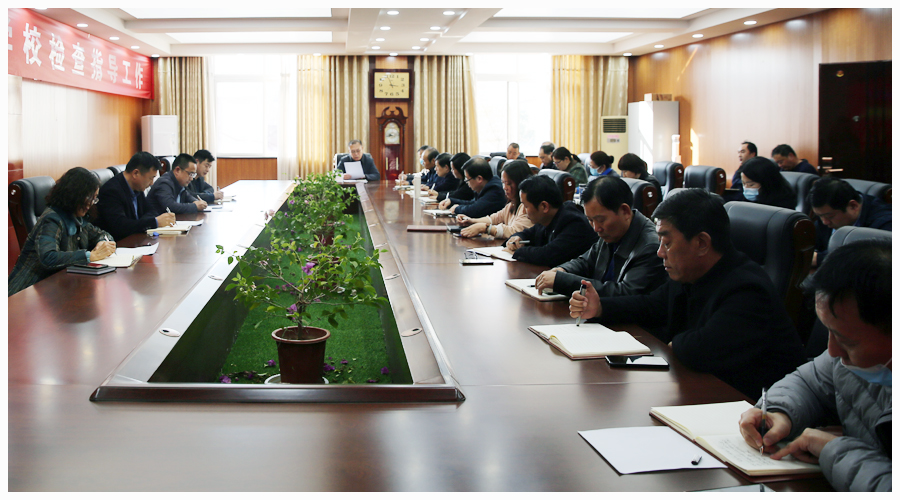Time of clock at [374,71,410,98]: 2:56
